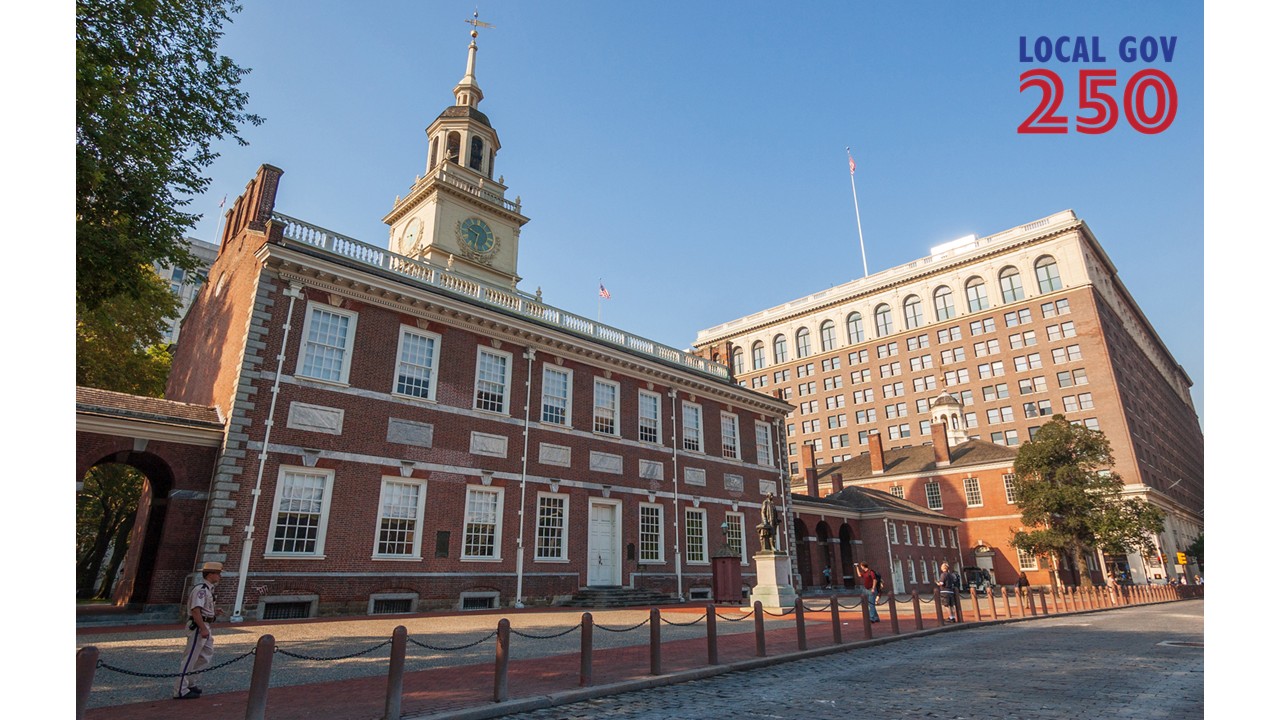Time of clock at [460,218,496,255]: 9:32
